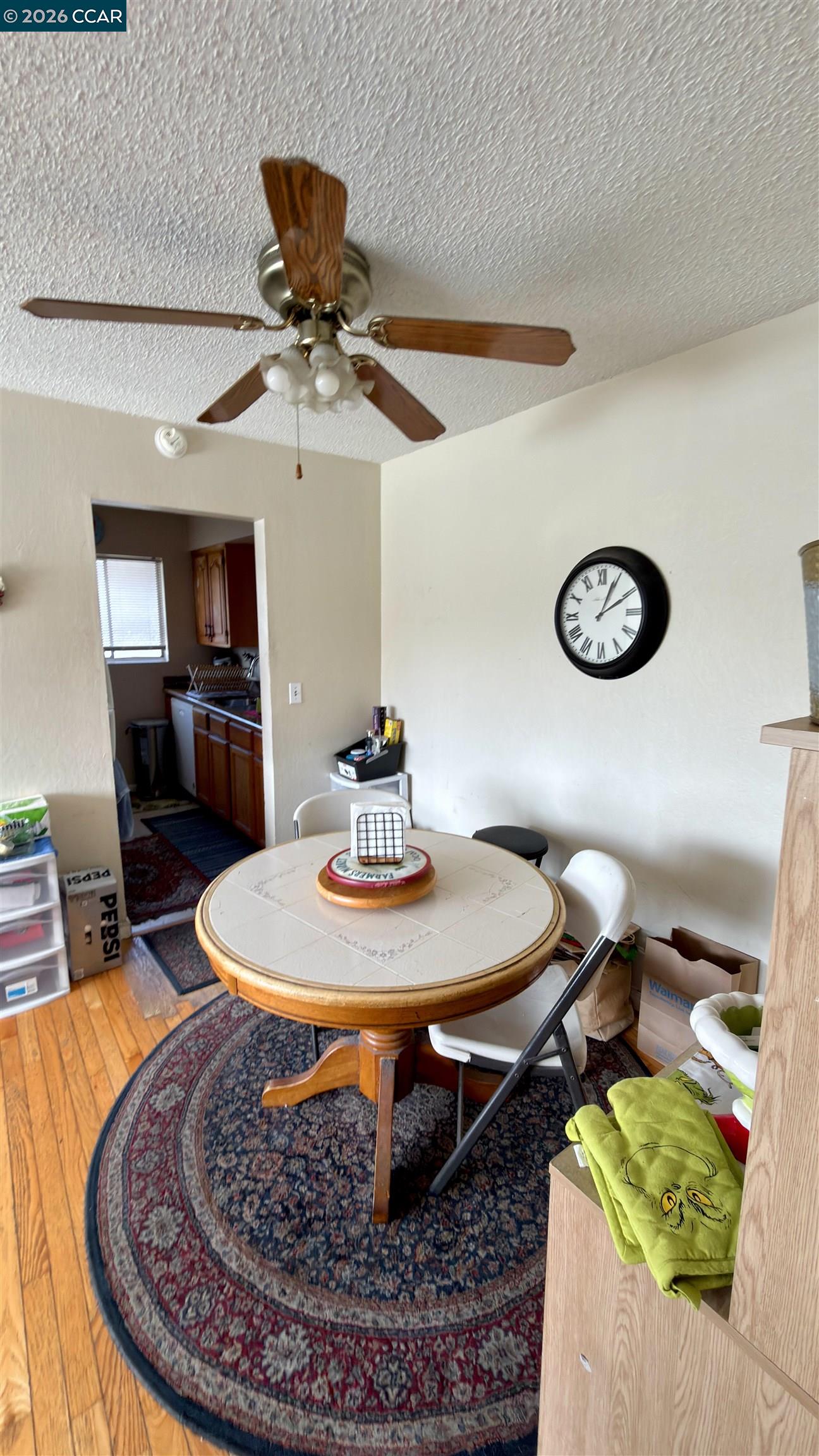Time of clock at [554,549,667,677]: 2:04
